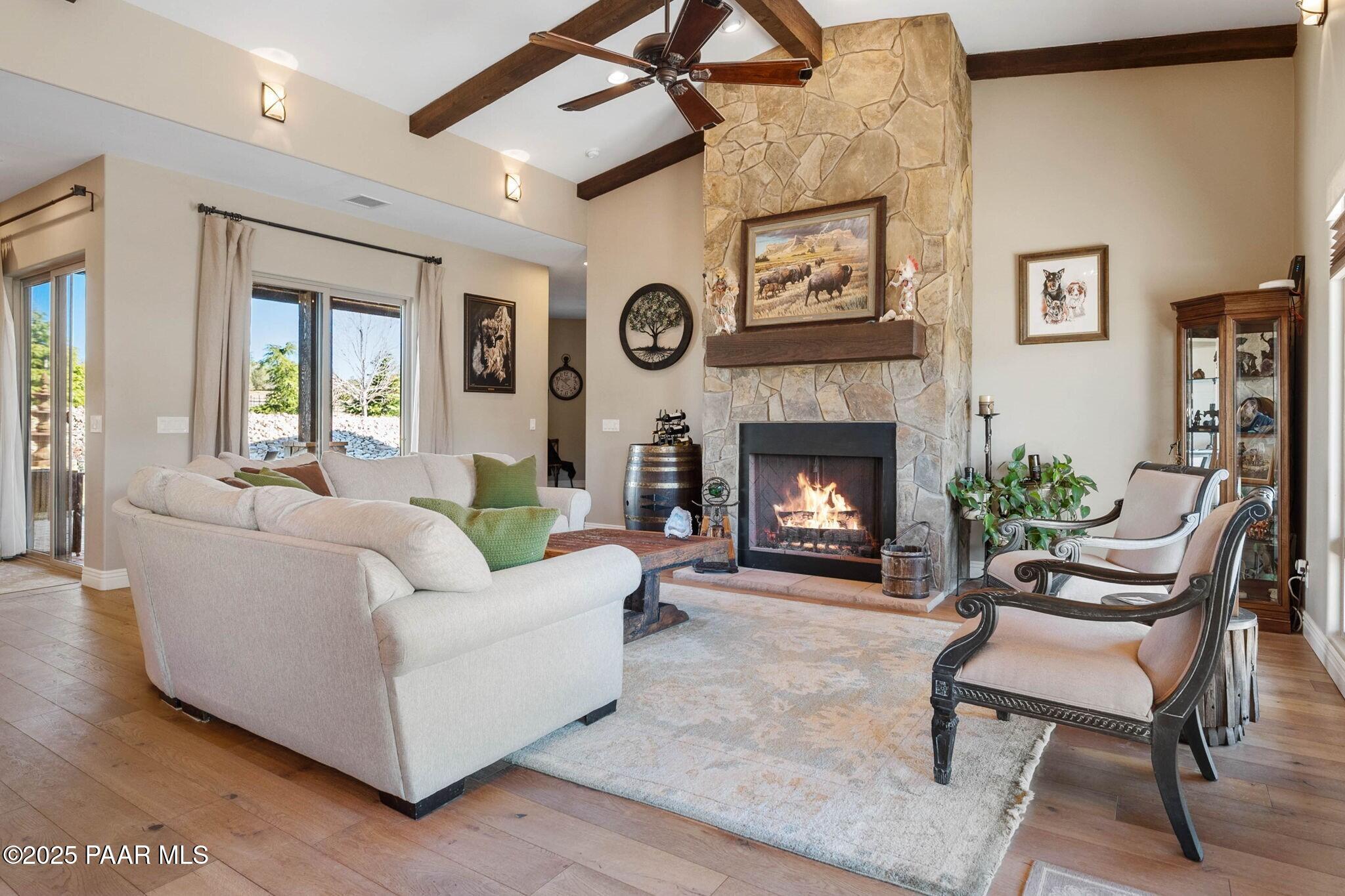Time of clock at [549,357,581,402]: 10:22
